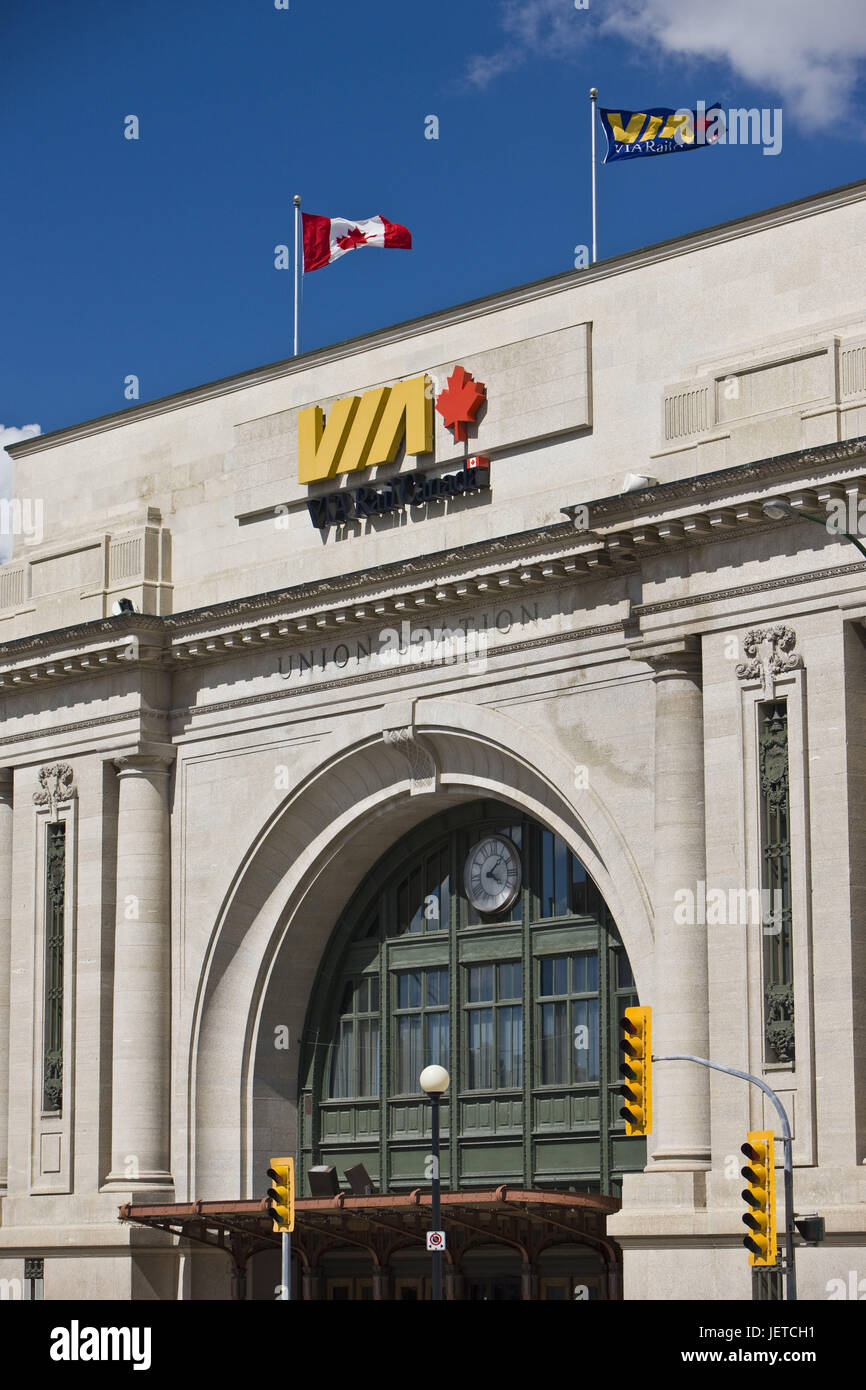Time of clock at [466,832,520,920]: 4:07
